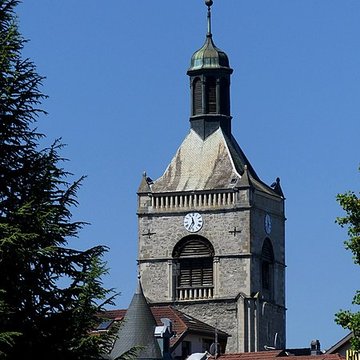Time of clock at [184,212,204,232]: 11:35
